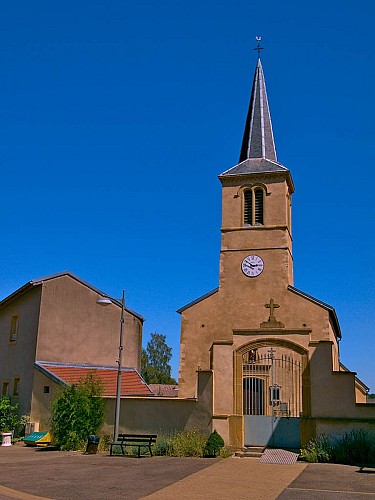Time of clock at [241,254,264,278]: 2:50
